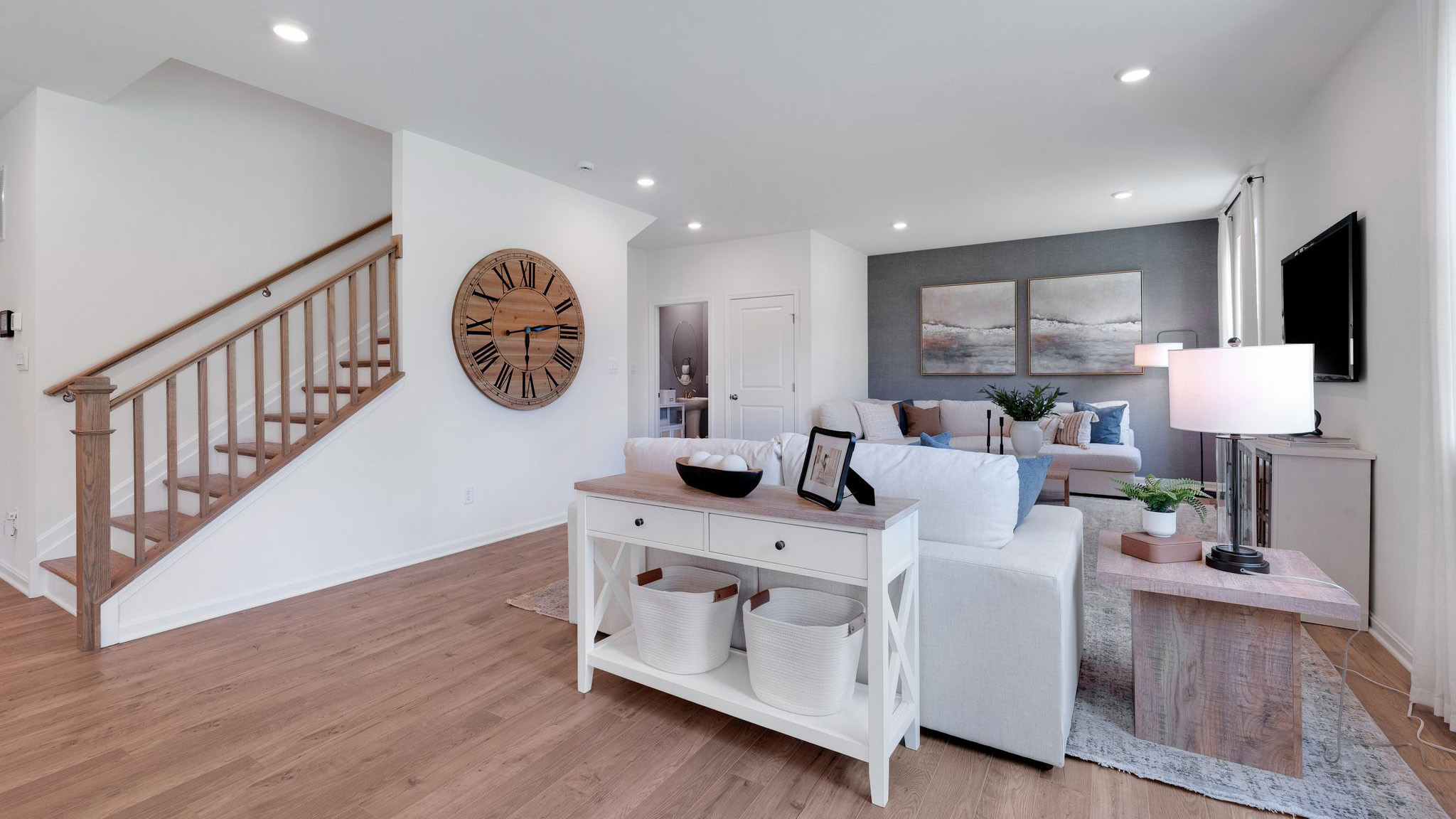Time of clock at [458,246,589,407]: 6:13
